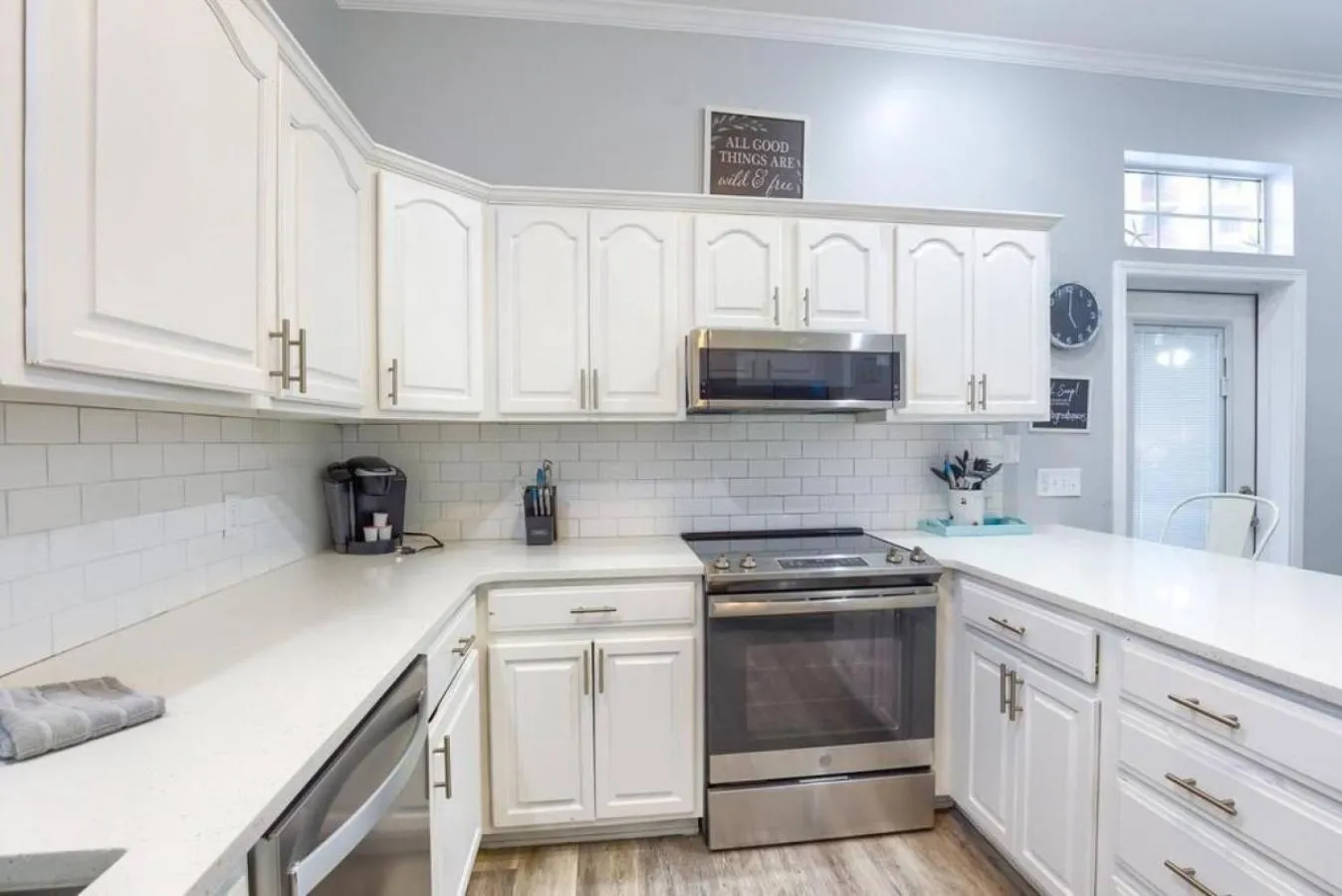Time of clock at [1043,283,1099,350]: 5:00
